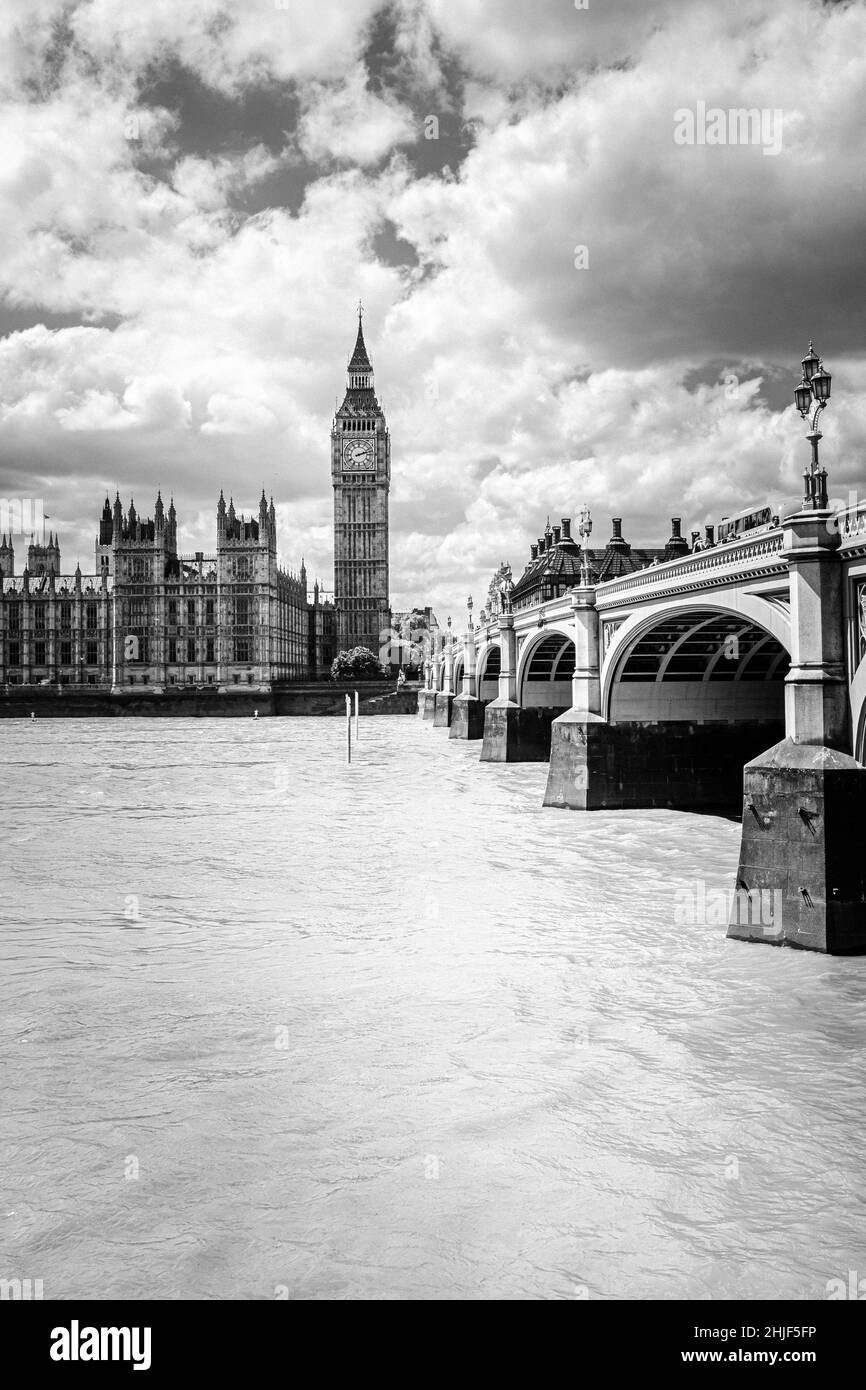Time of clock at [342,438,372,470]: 2:12
